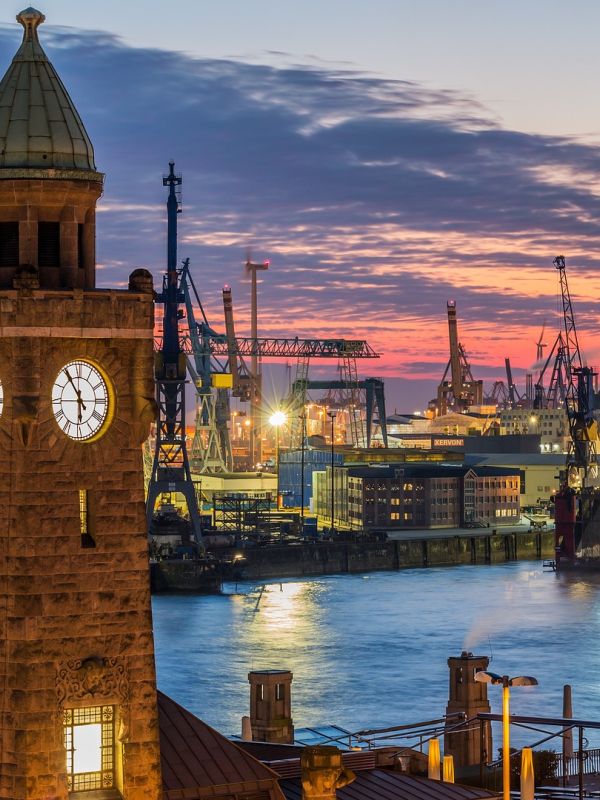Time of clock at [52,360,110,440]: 5:54
